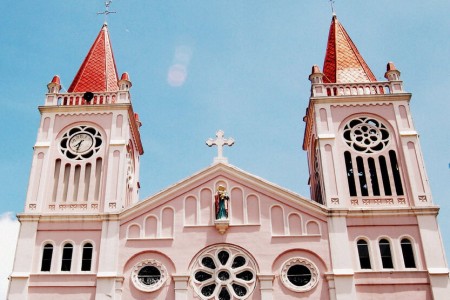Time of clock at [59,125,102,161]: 7:32
